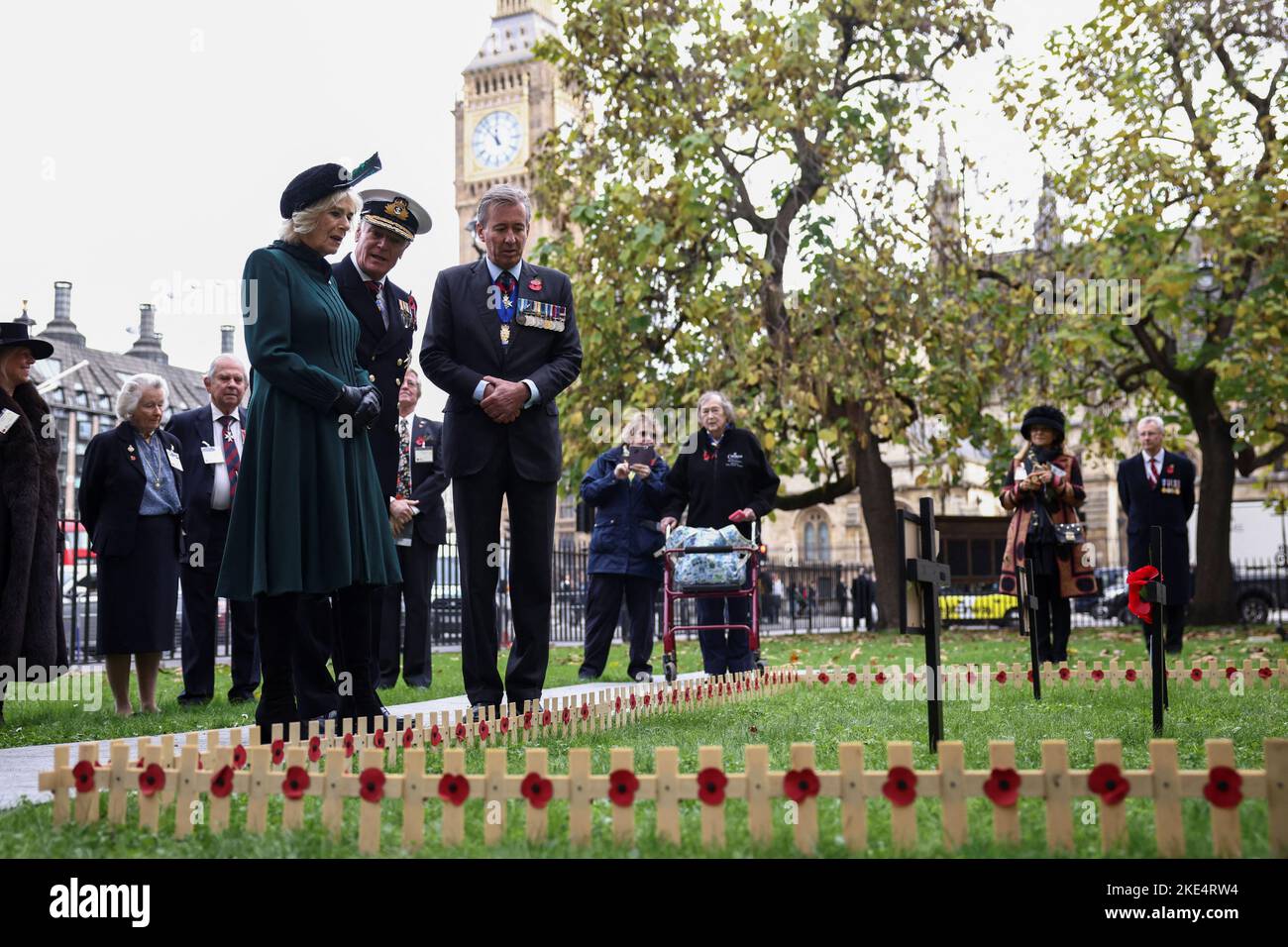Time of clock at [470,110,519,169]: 11:53
